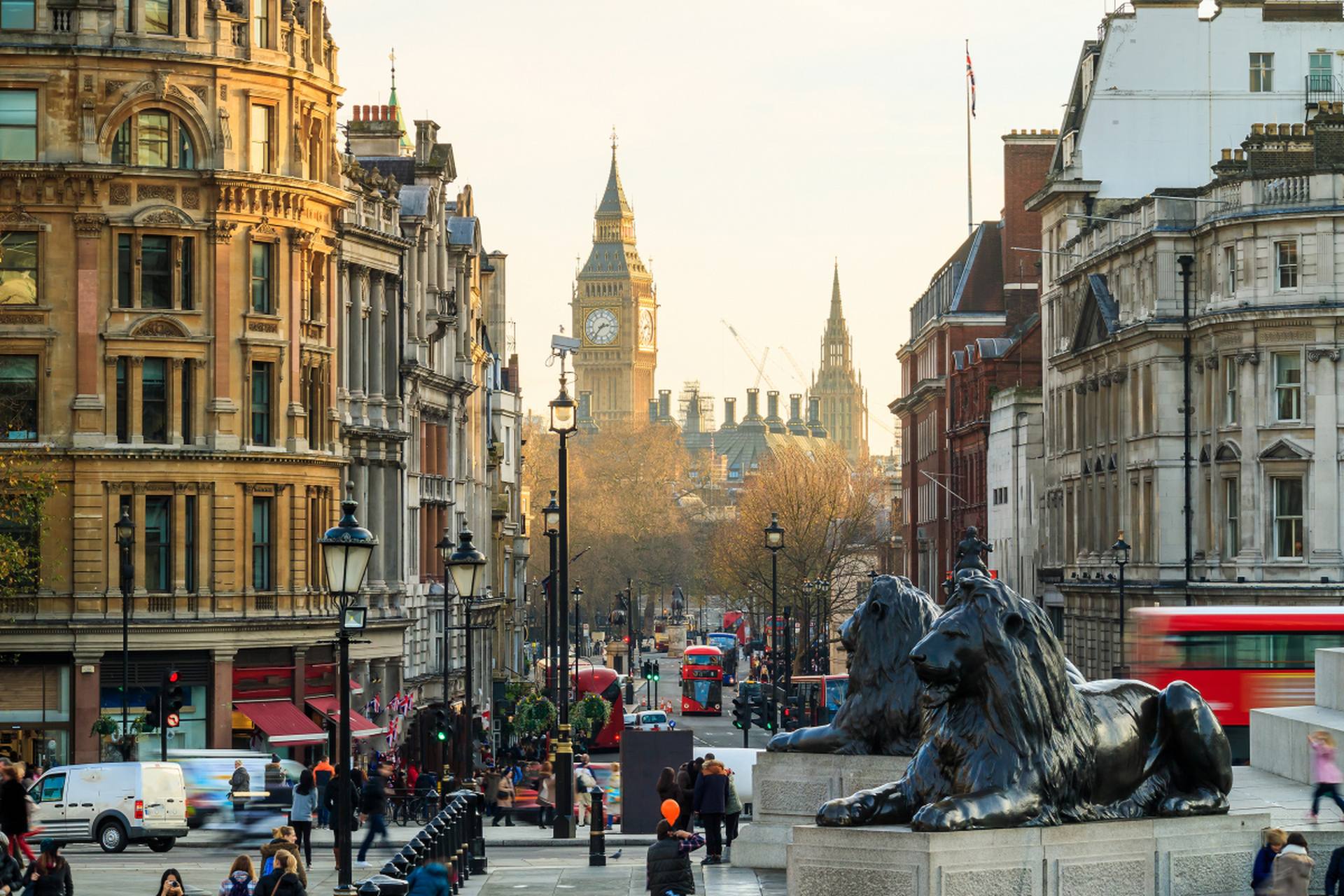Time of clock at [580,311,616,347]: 2:36
